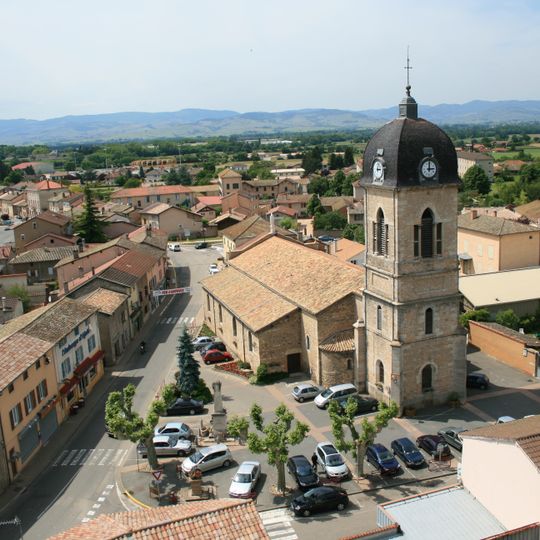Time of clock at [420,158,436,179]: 3:00
